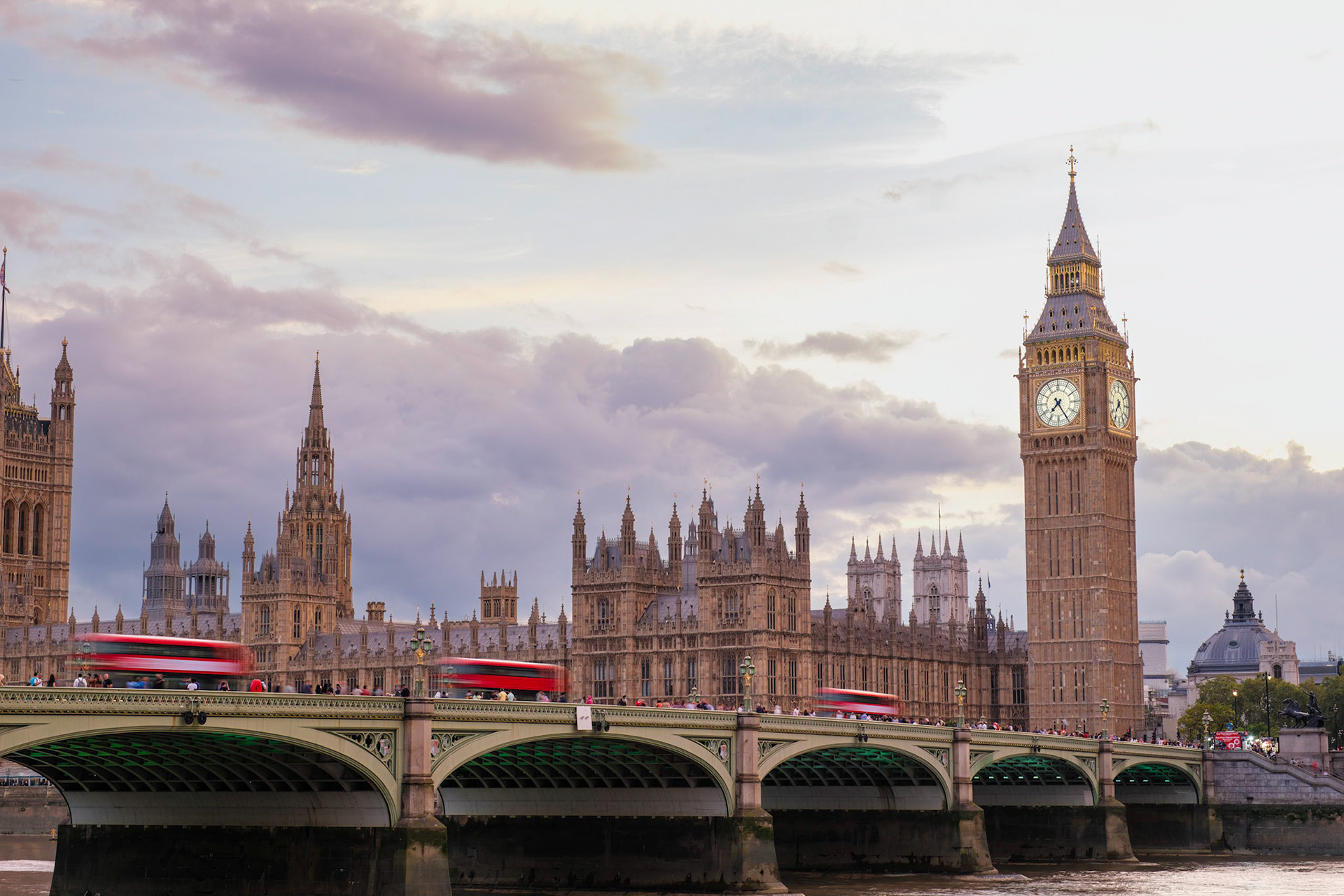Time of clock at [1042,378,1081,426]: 7:24
